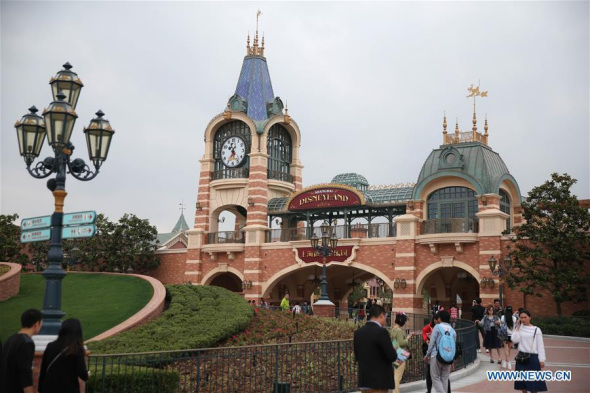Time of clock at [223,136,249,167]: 11:35
